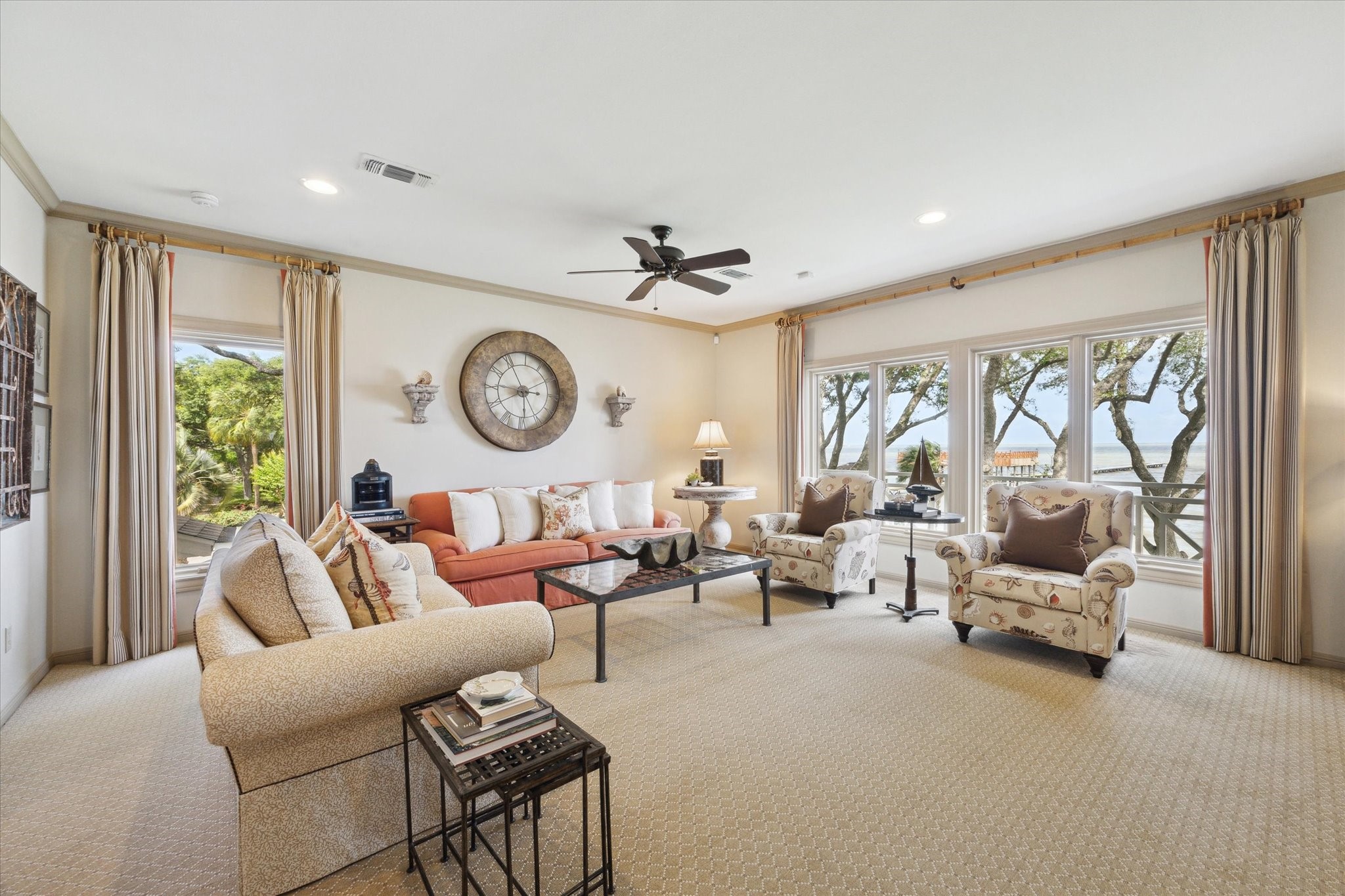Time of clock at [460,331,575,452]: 8:55
